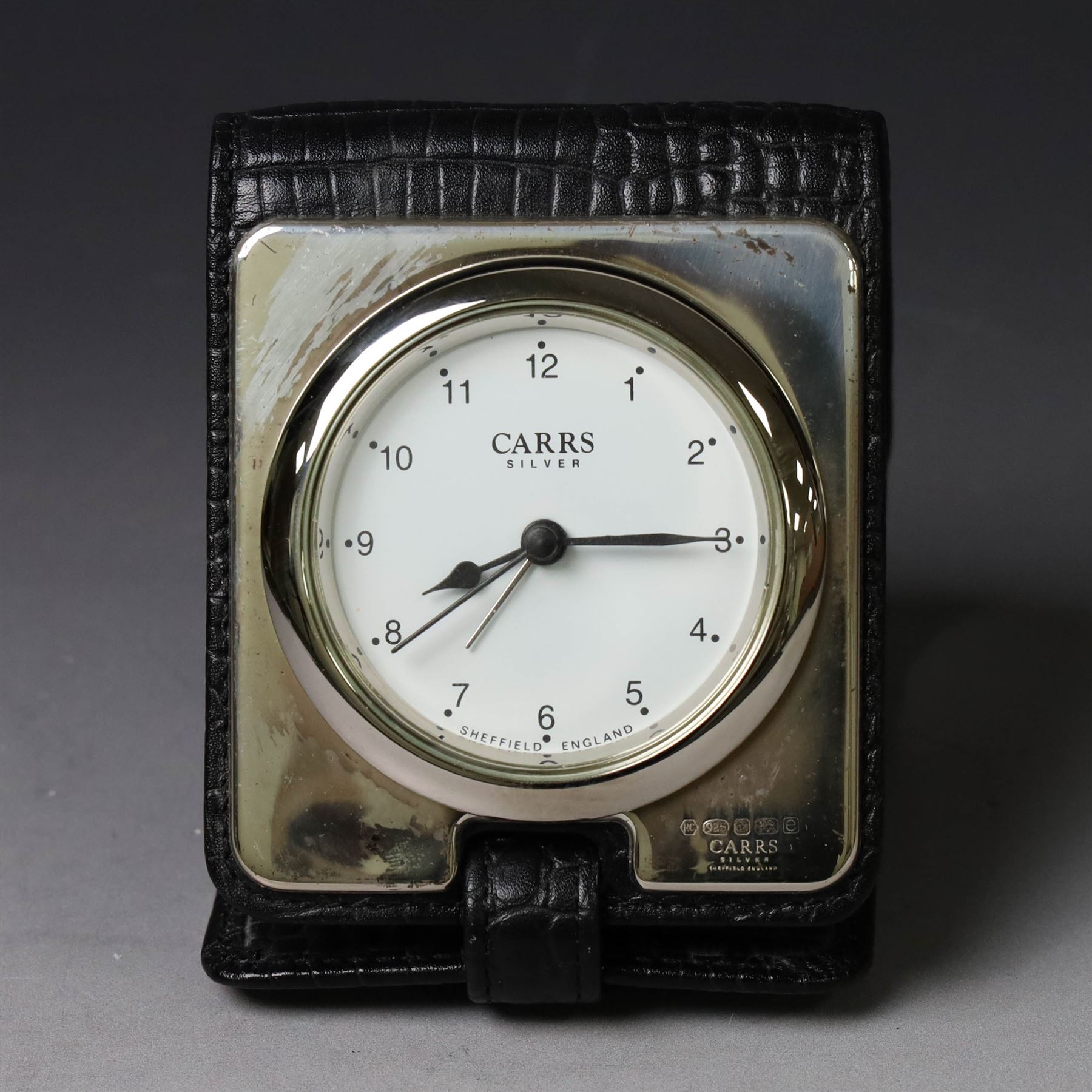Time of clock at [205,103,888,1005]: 8:14
